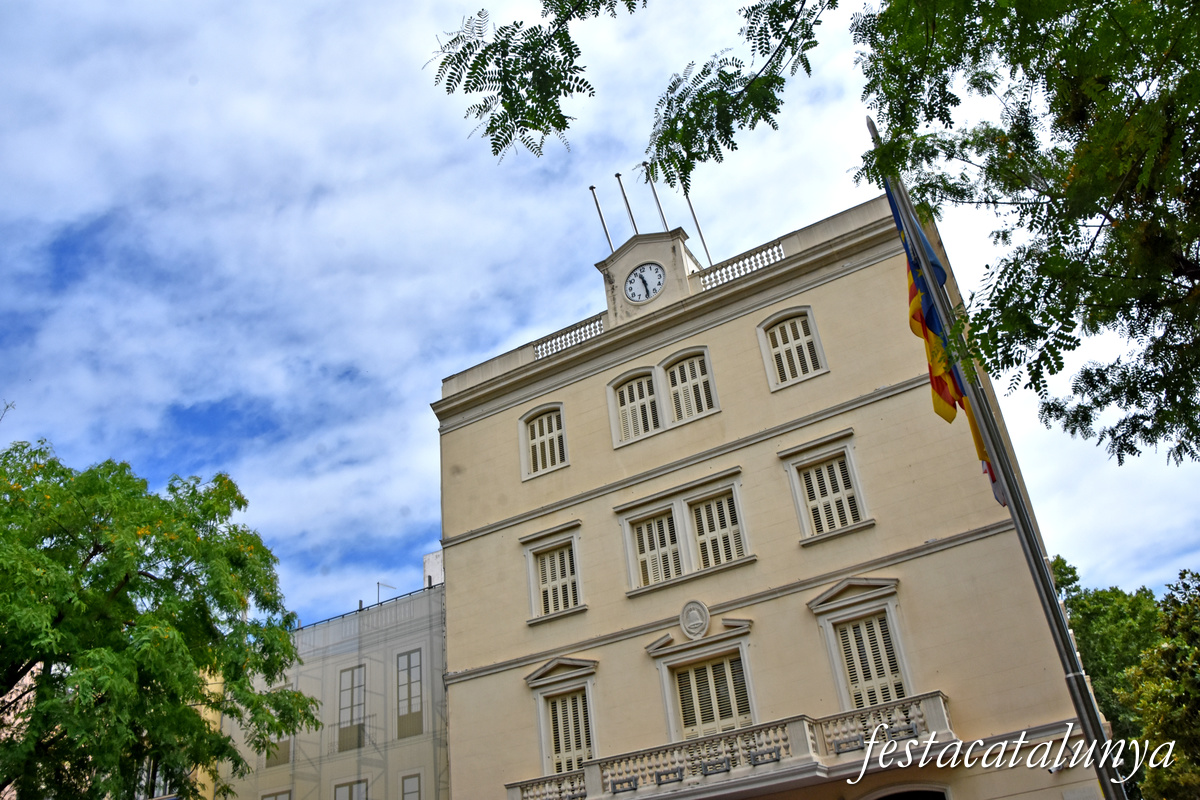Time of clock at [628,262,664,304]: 11:29
